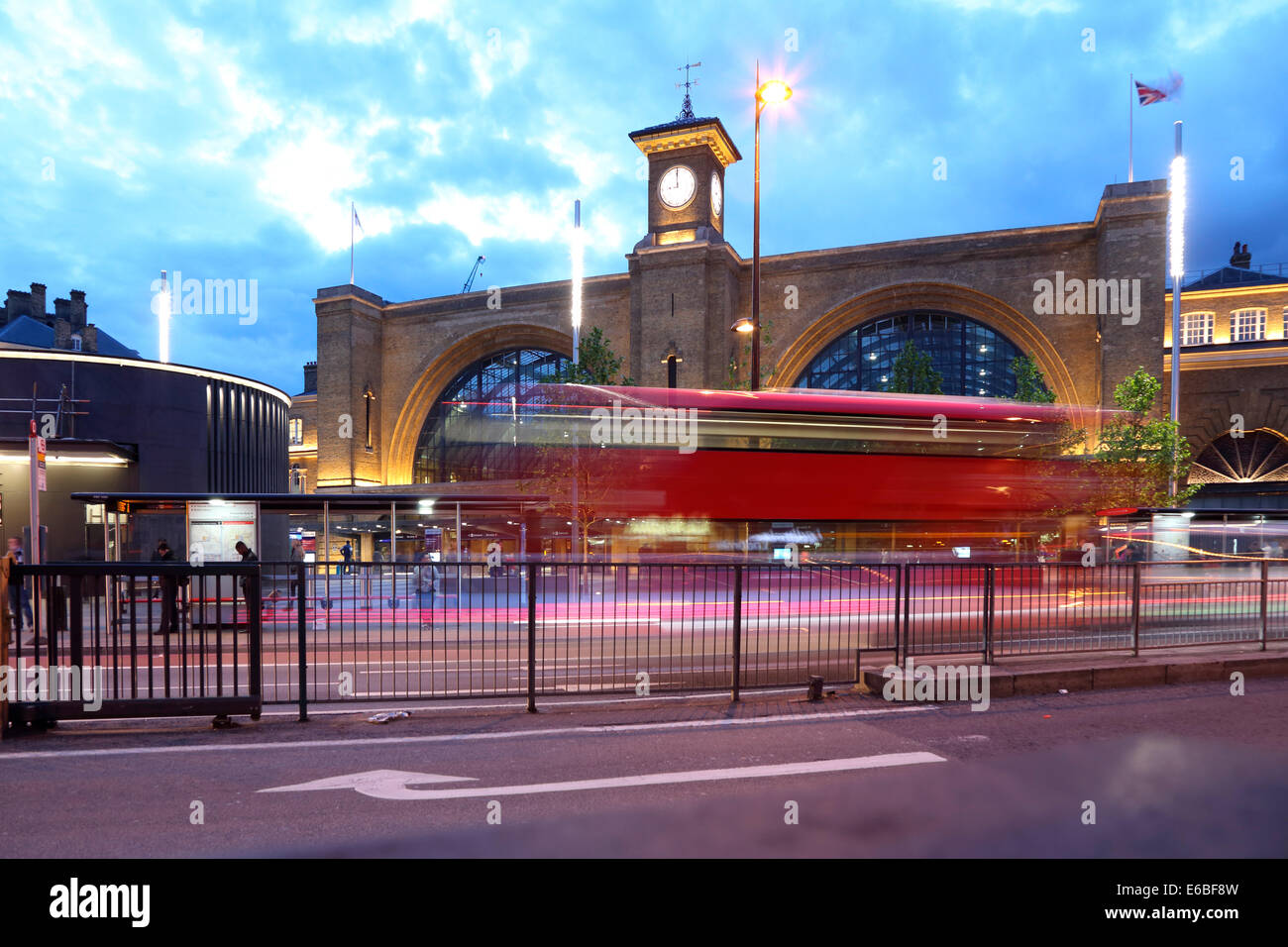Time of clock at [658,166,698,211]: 8:59
